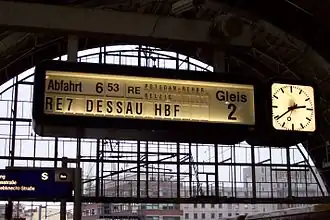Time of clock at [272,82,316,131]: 2:39
